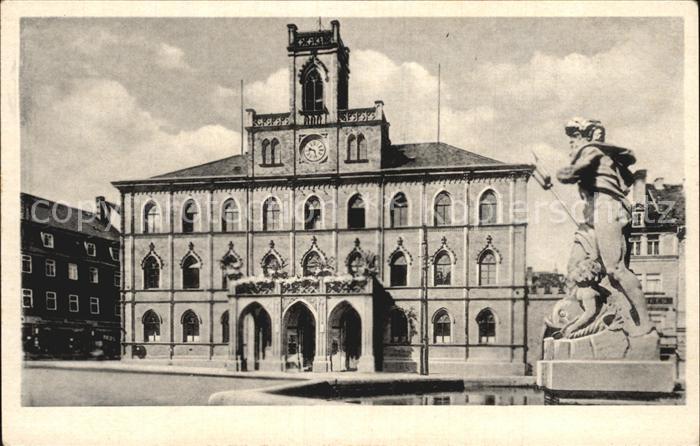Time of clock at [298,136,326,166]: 9:27
